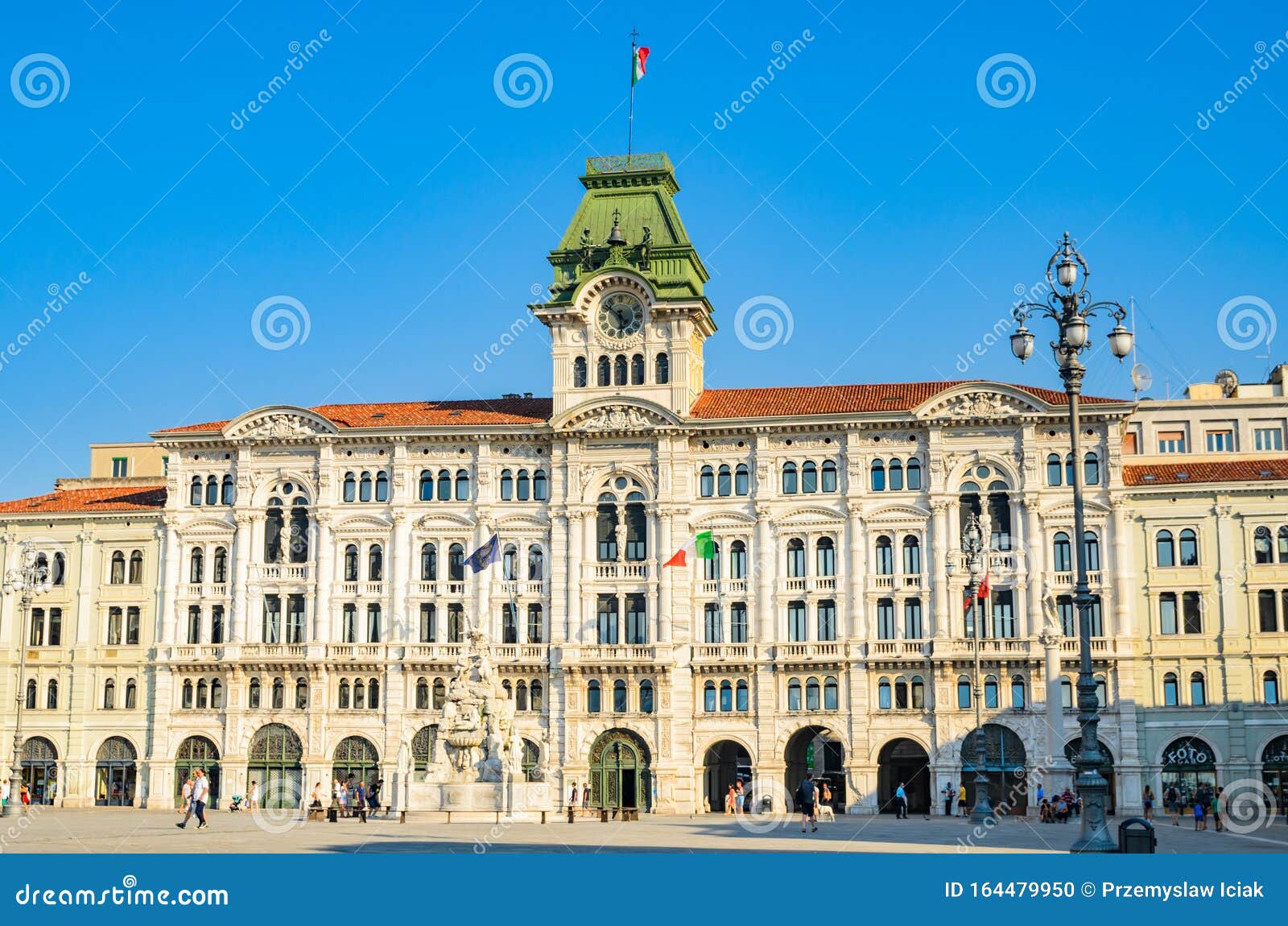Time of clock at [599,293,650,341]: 5:51
